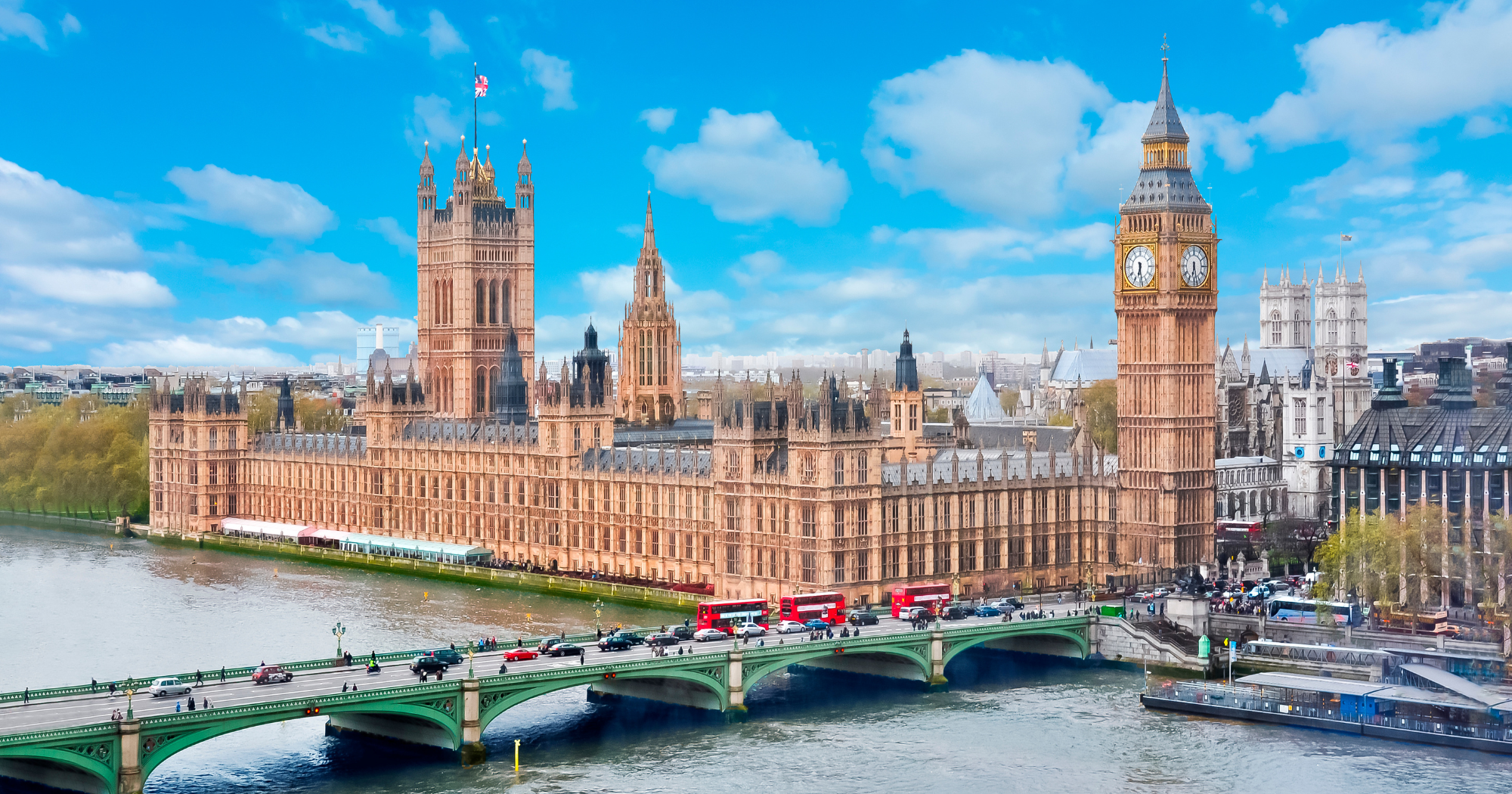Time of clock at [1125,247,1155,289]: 6:28
